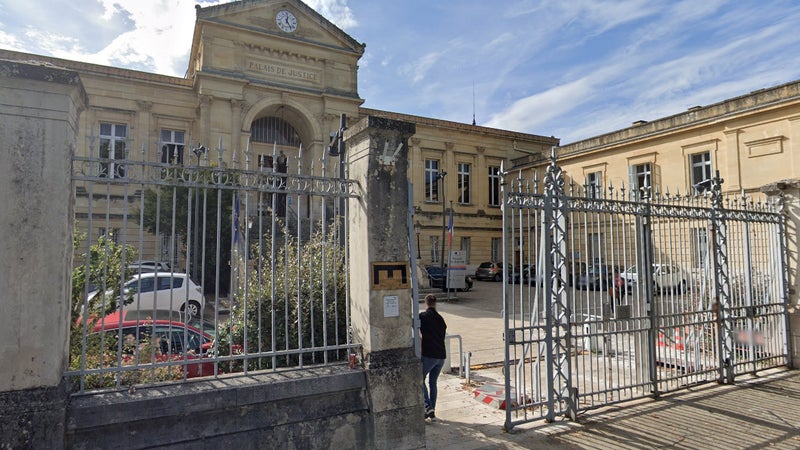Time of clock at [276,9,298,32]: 12:24
